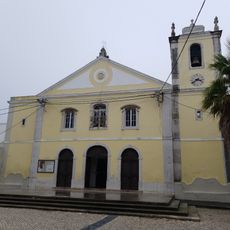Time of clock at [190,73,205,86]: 3:39
